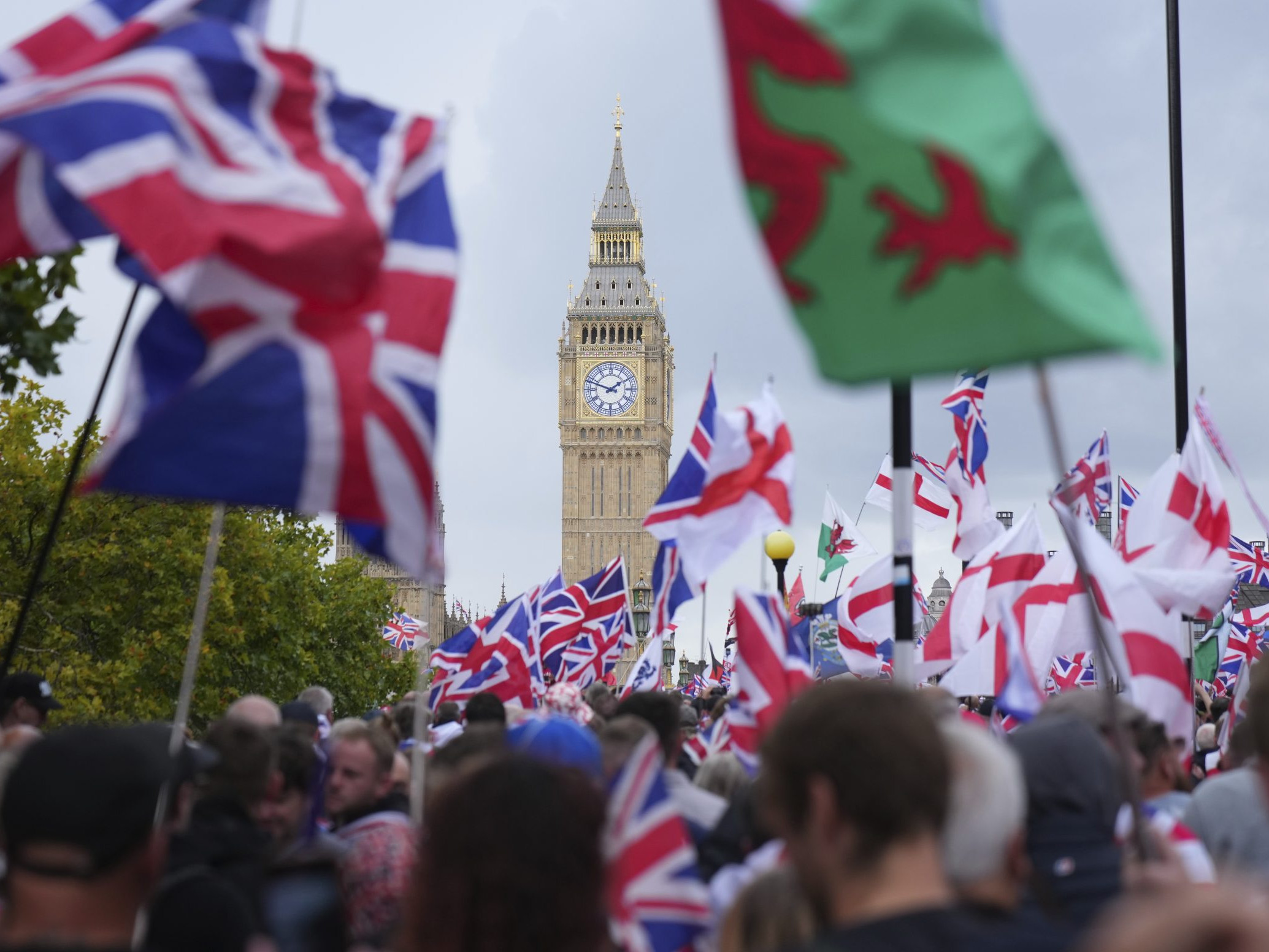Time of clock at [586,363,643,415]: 1:48
